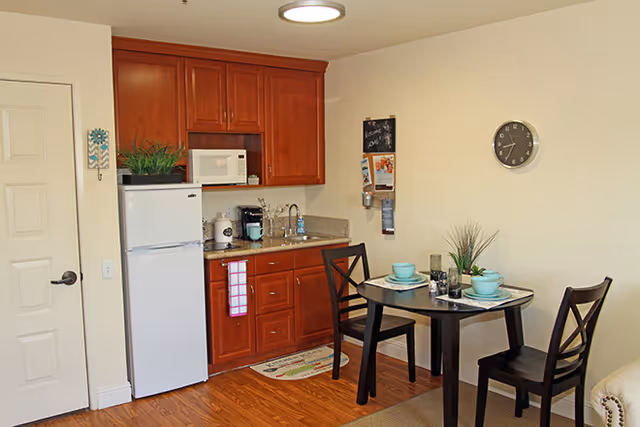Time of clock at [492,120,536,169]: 8:34
